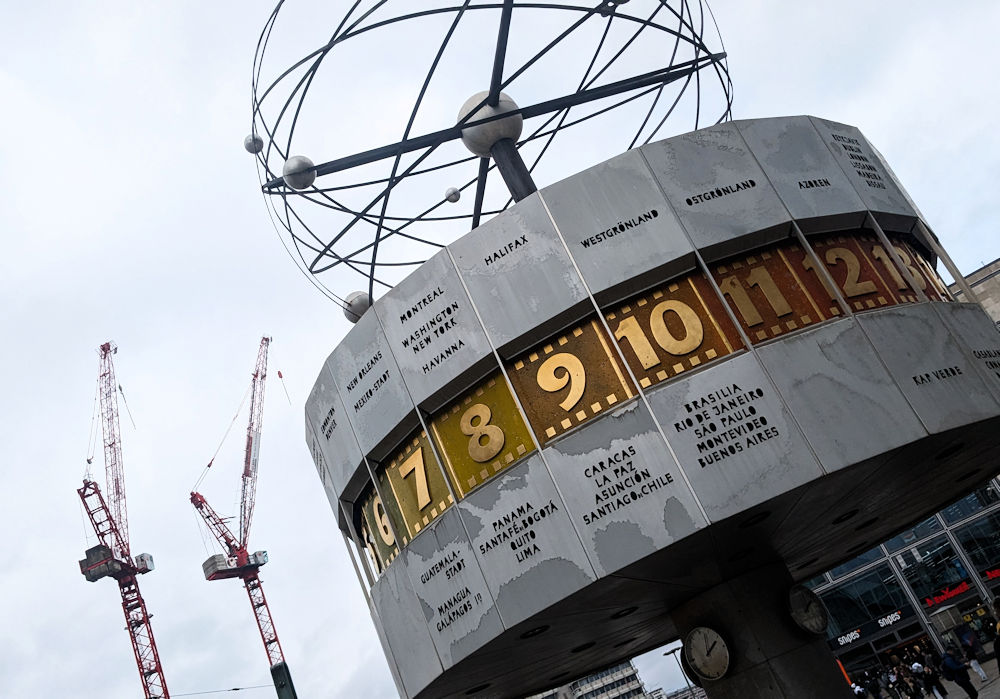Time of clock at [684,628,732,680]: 12:58
